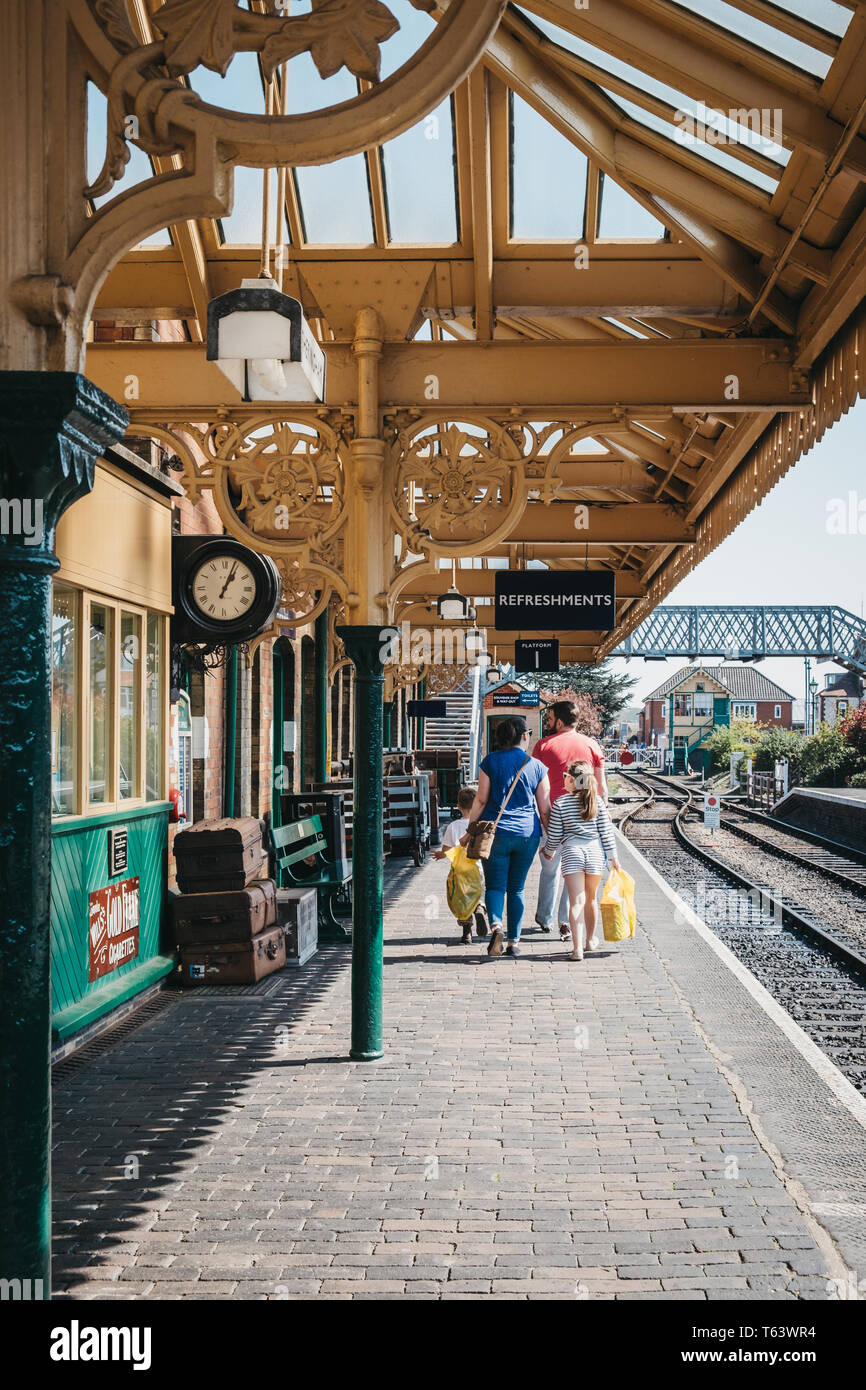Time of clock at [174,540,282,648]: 1:03
